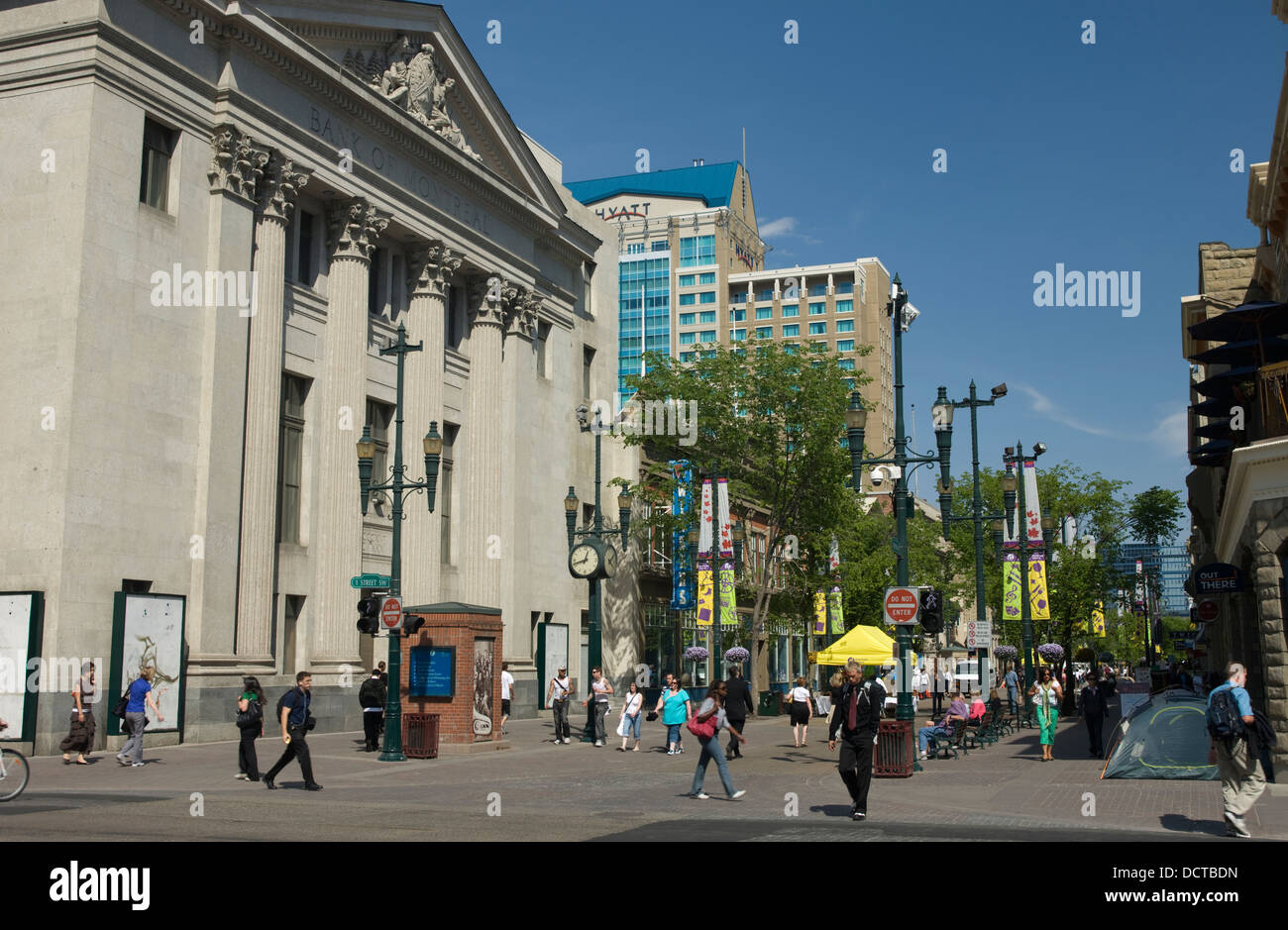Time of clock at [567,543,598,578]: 12:42
